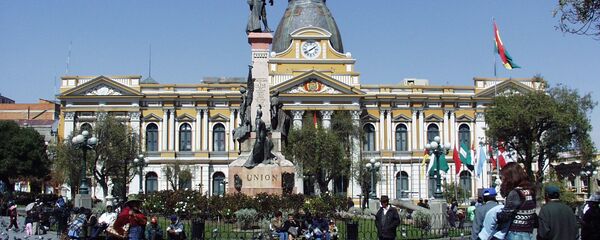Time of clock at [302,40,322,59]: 1:39
